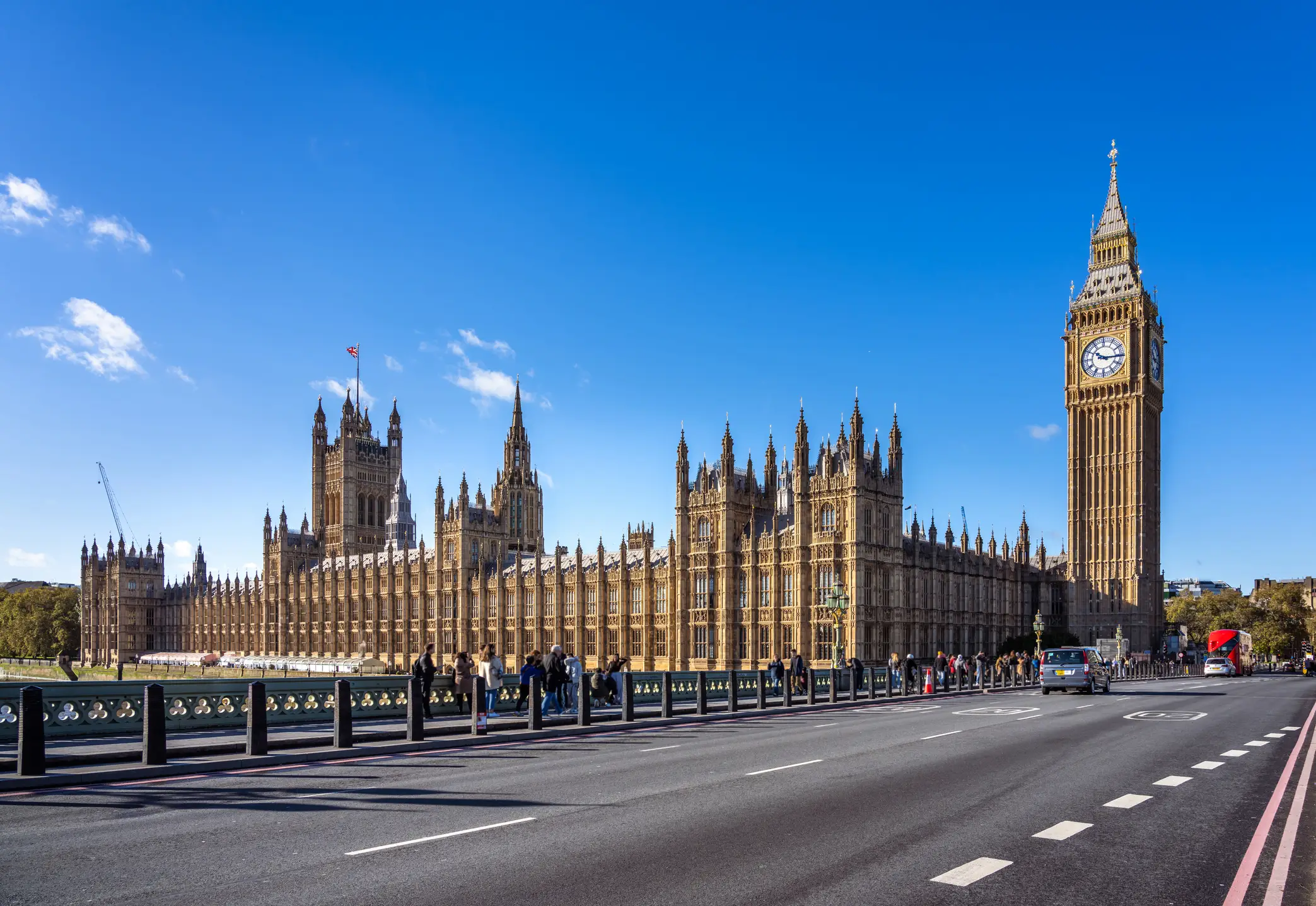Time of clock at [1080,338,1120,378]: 10:15
